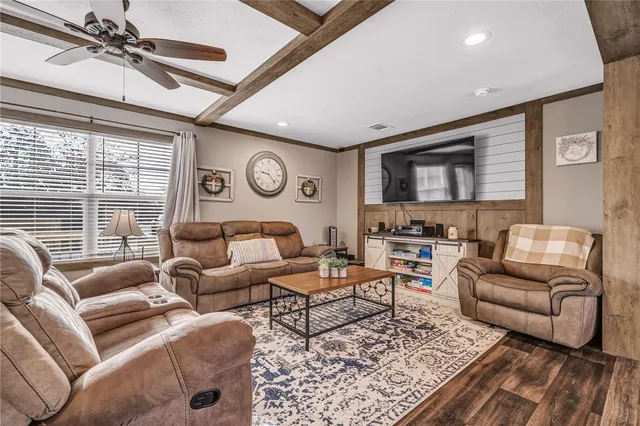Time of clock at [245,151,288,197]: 9:22
